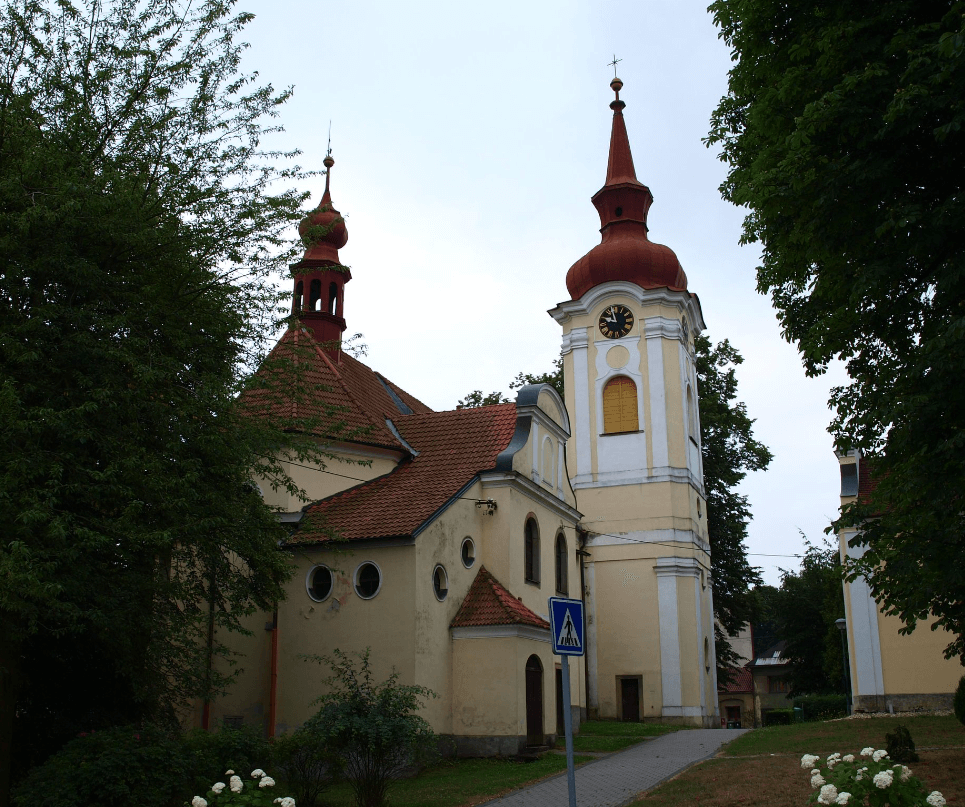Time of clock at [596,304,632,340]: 9:57
